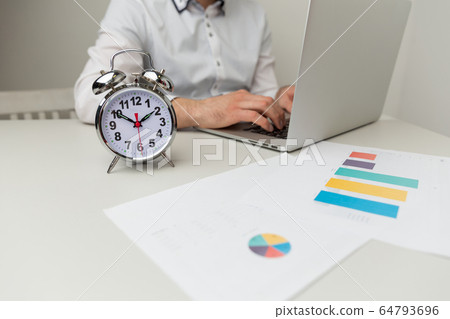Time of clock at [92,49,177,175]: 1:50
